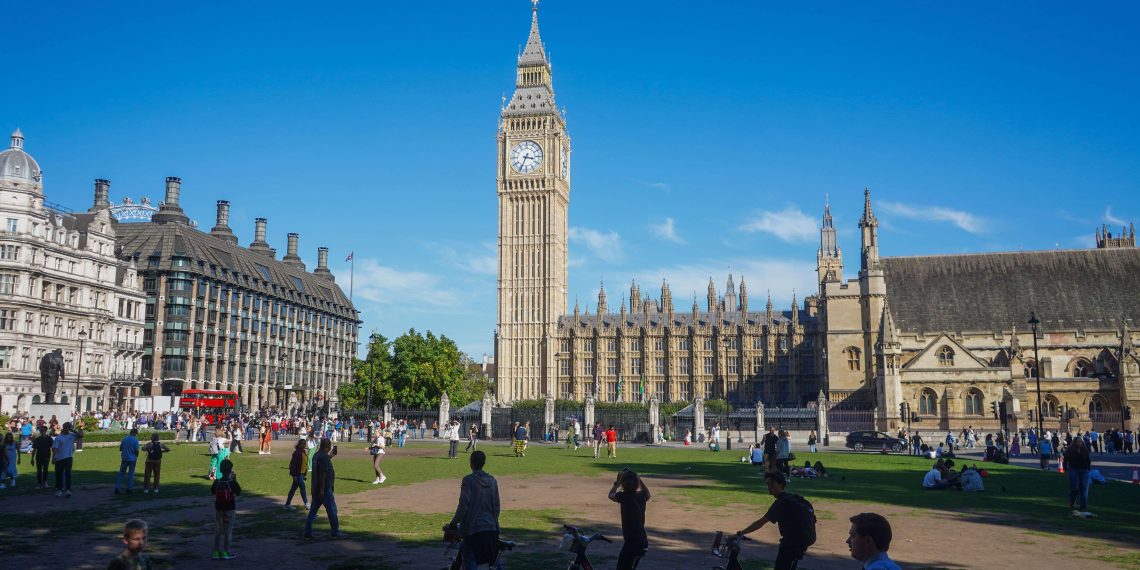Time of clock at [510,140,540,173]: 3:34
